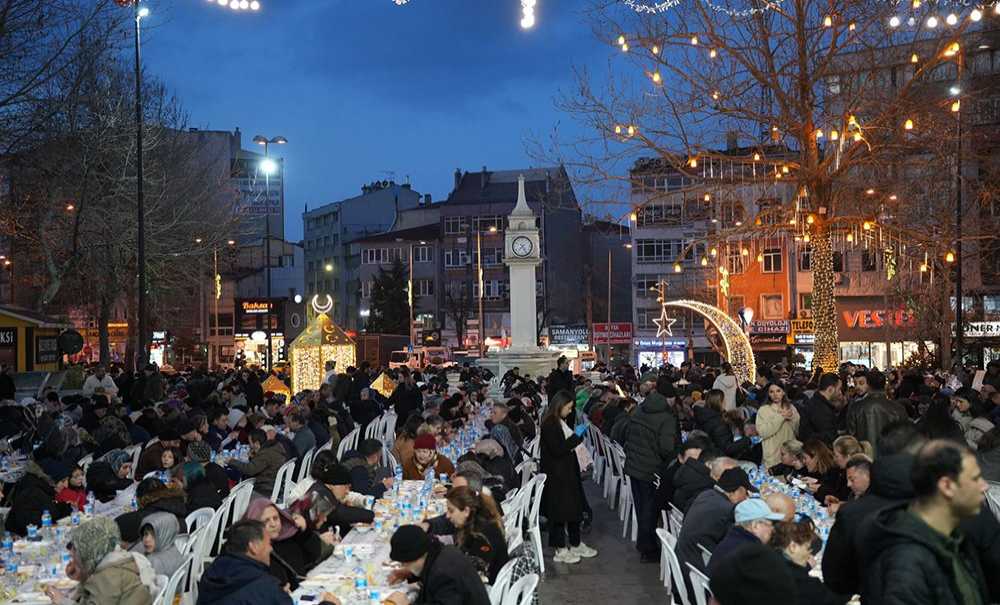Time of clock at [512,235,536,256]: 7:24
